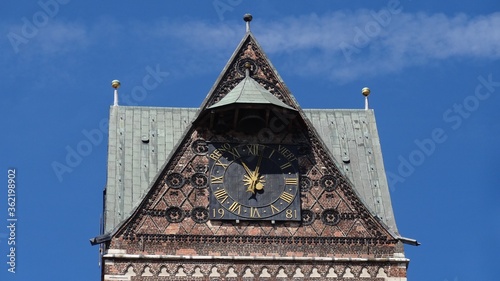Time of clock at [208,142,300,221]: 11:02
